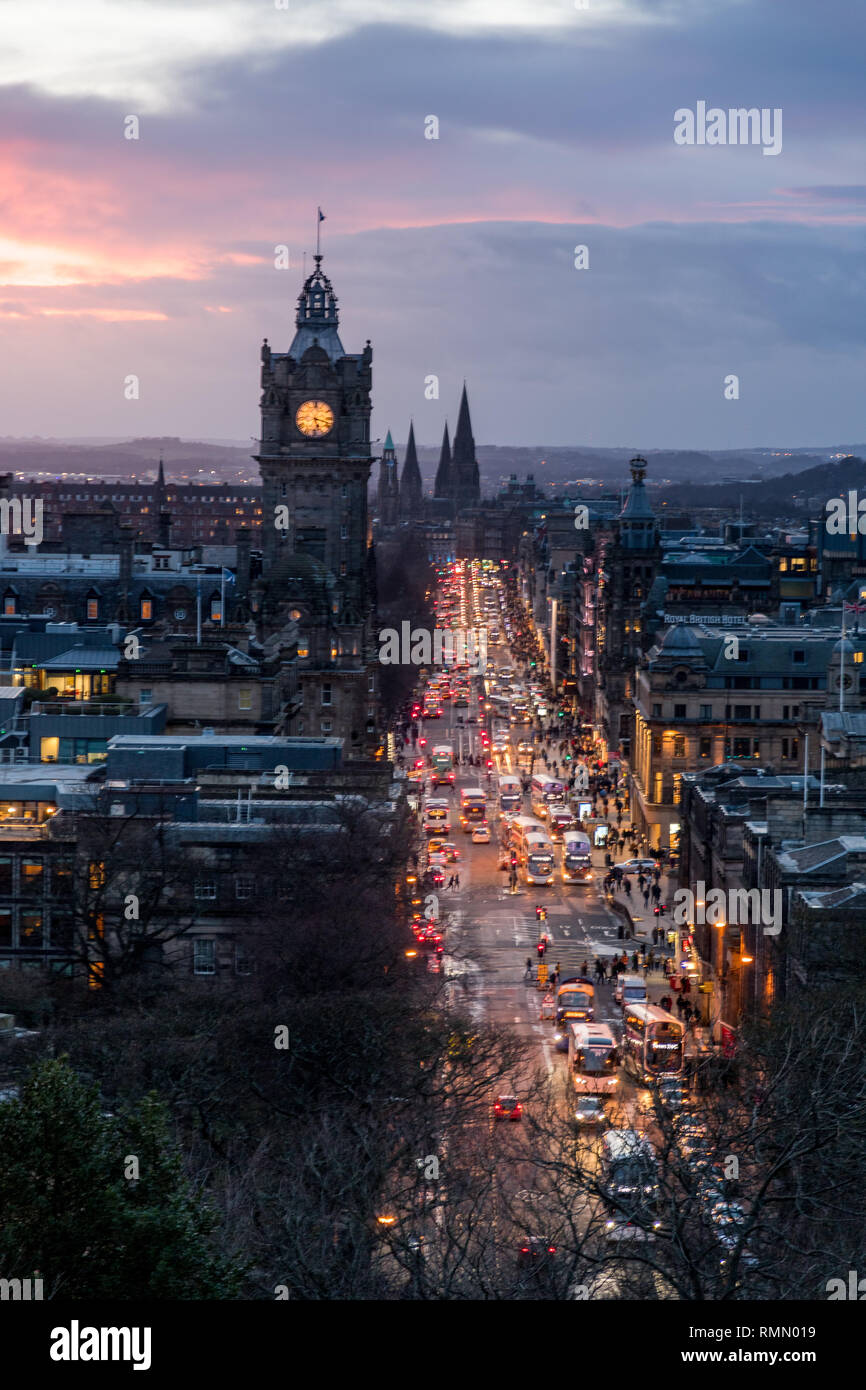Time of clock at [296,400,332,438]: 5:18
